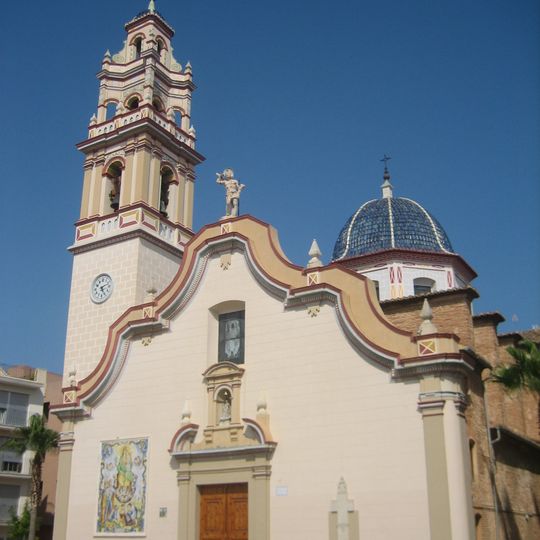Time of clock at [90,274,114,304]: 5:11
